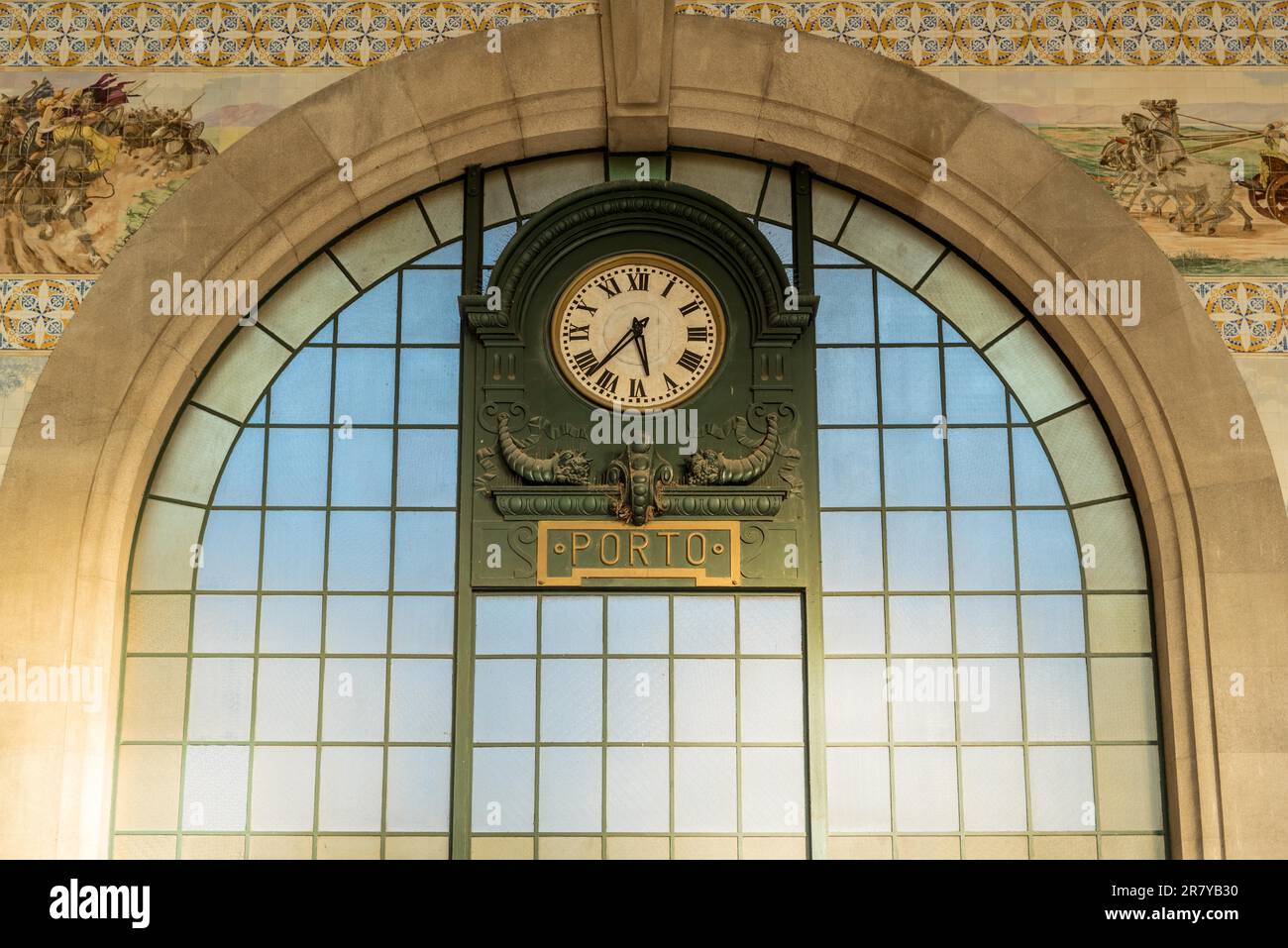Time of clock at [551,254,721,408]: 5:37
